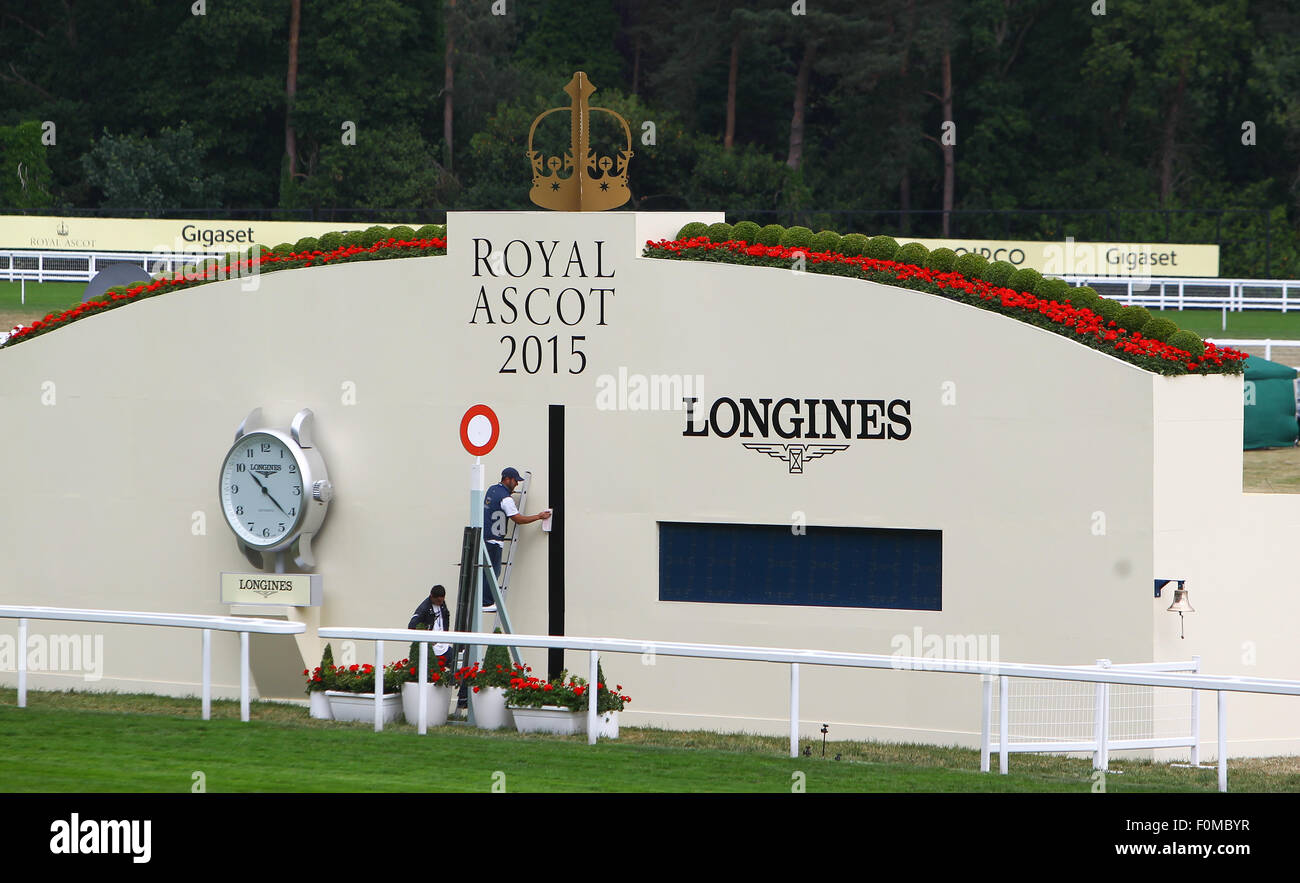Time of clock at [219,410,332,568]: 10:21
